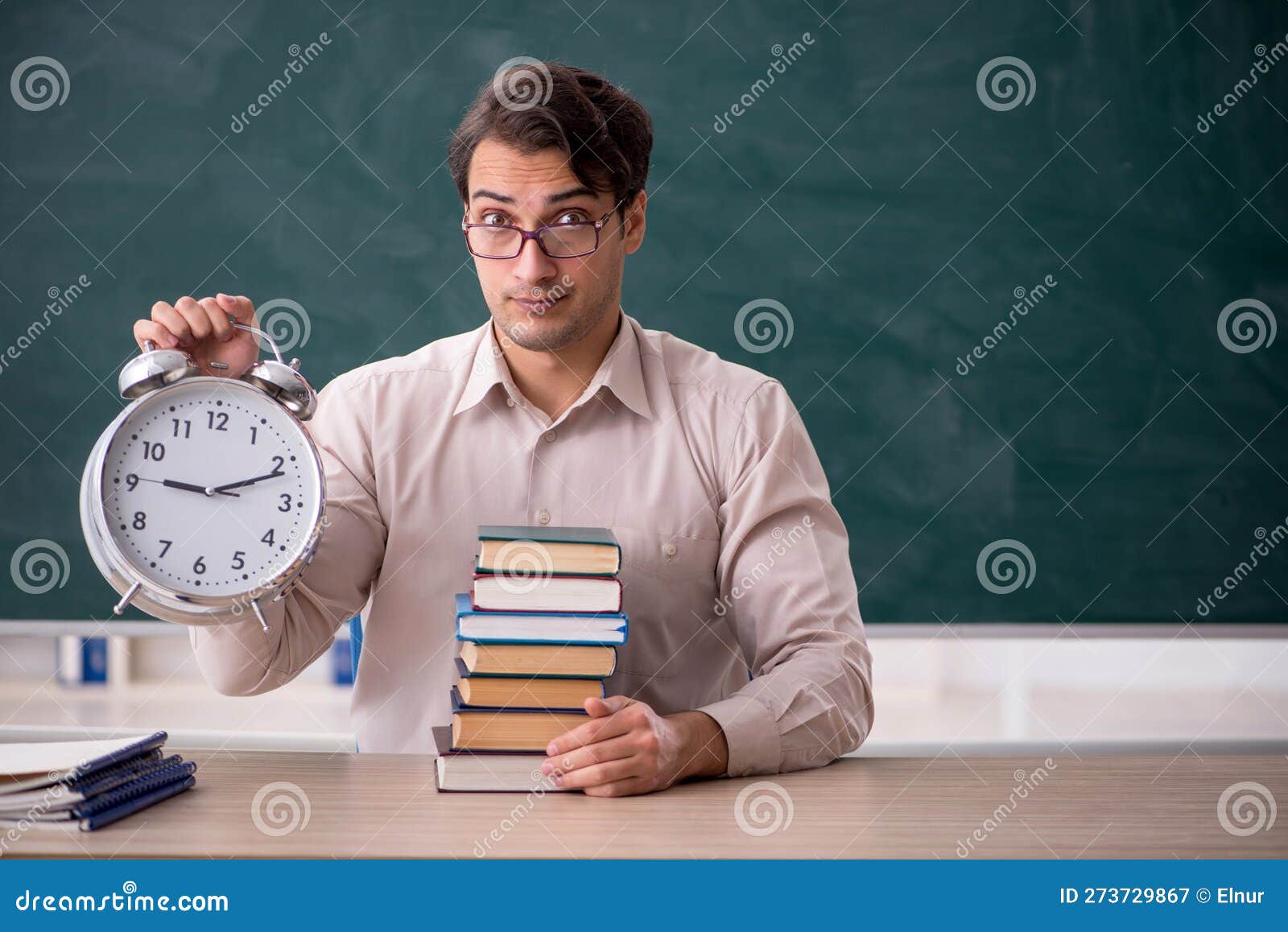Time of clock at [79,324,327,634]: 9:11
